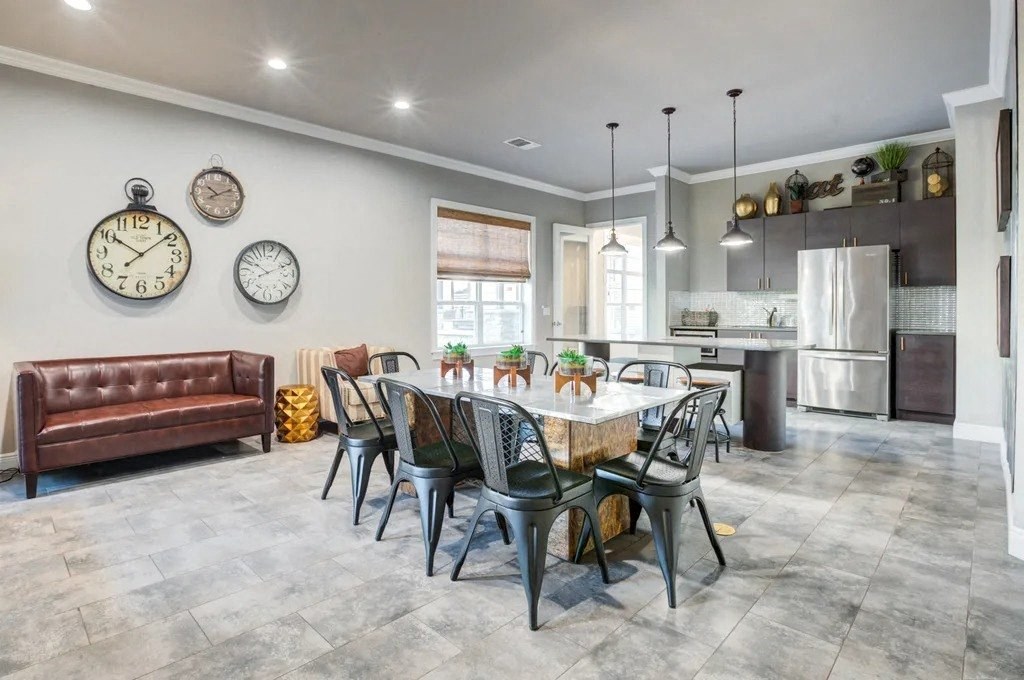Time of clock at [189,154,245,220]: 10:10
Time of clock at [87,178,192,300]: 10:08
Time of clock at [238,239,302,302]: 10:10
